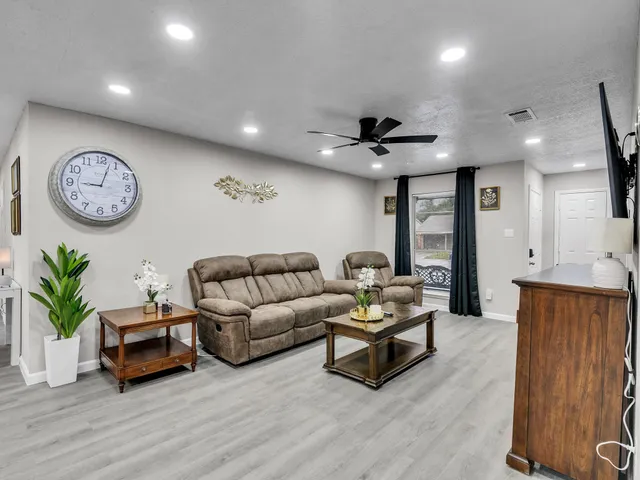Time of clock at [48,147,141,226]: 9:03
